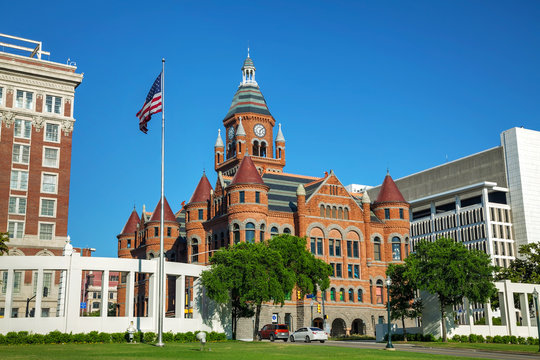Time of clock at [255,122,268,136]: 6:08
